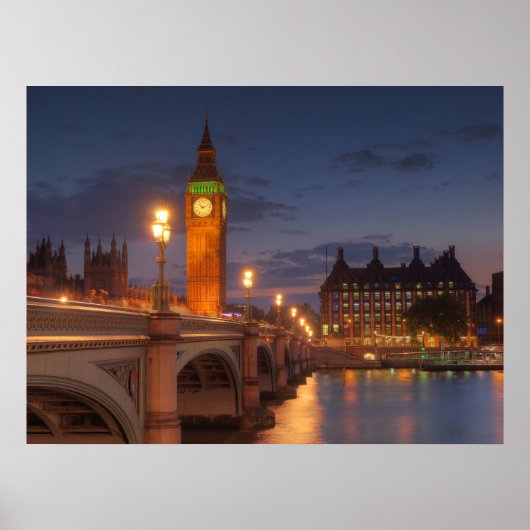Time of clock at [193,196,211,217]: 10:12
